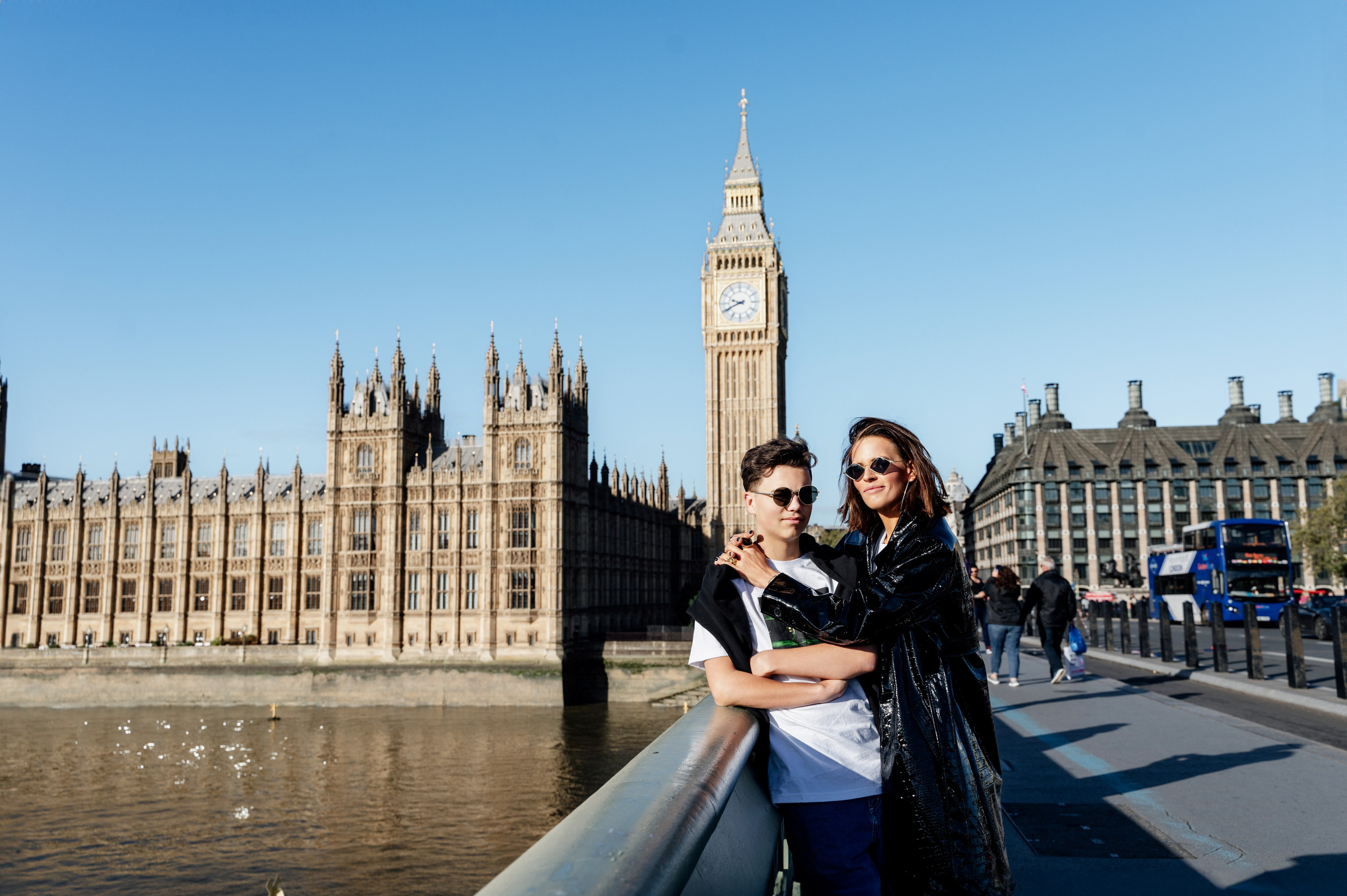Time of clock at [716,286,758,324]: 9:40
